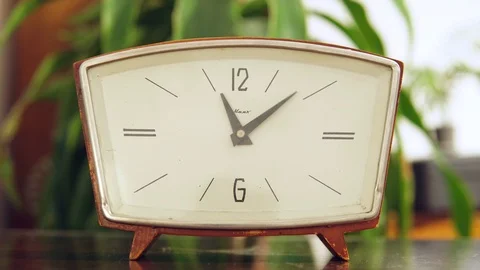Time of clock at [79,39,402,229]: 11:07
